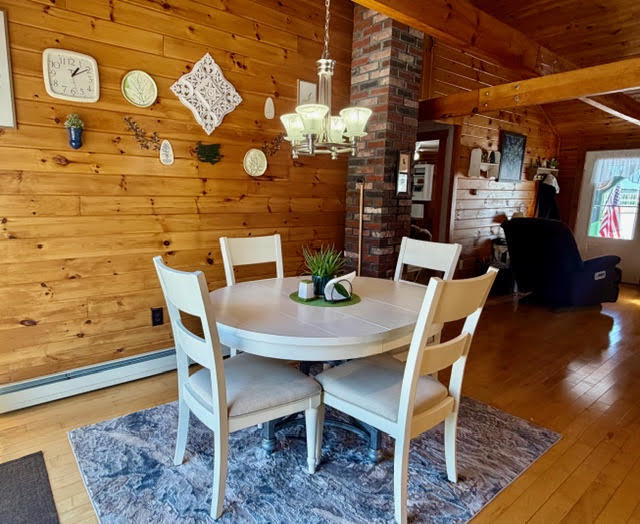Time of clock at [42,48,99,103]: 1:09
